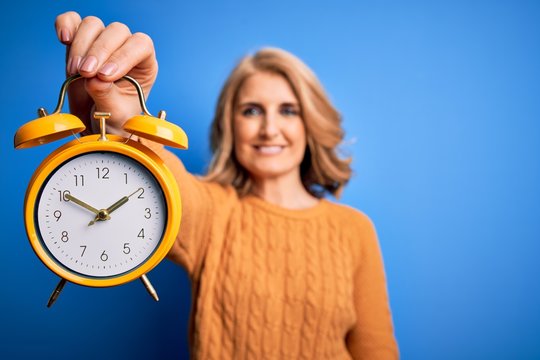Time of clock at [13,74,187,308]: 1:50
